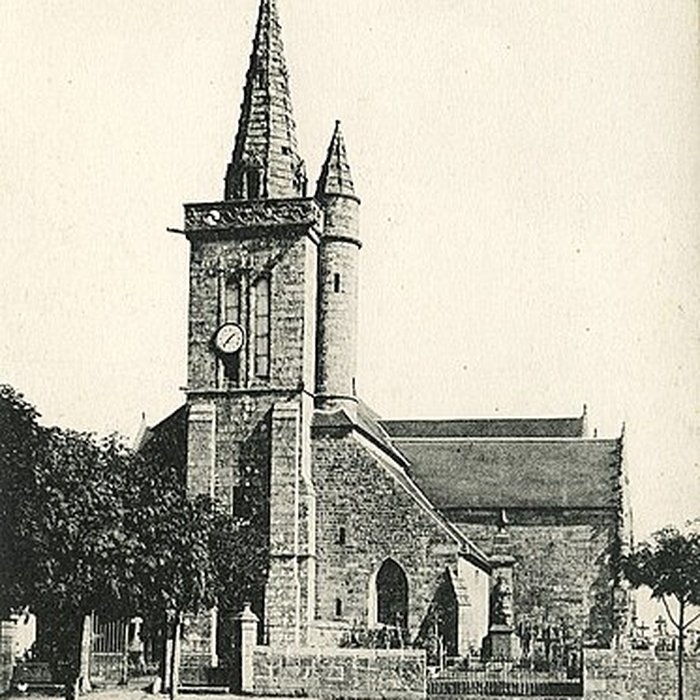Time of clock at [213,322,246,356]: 1:36
